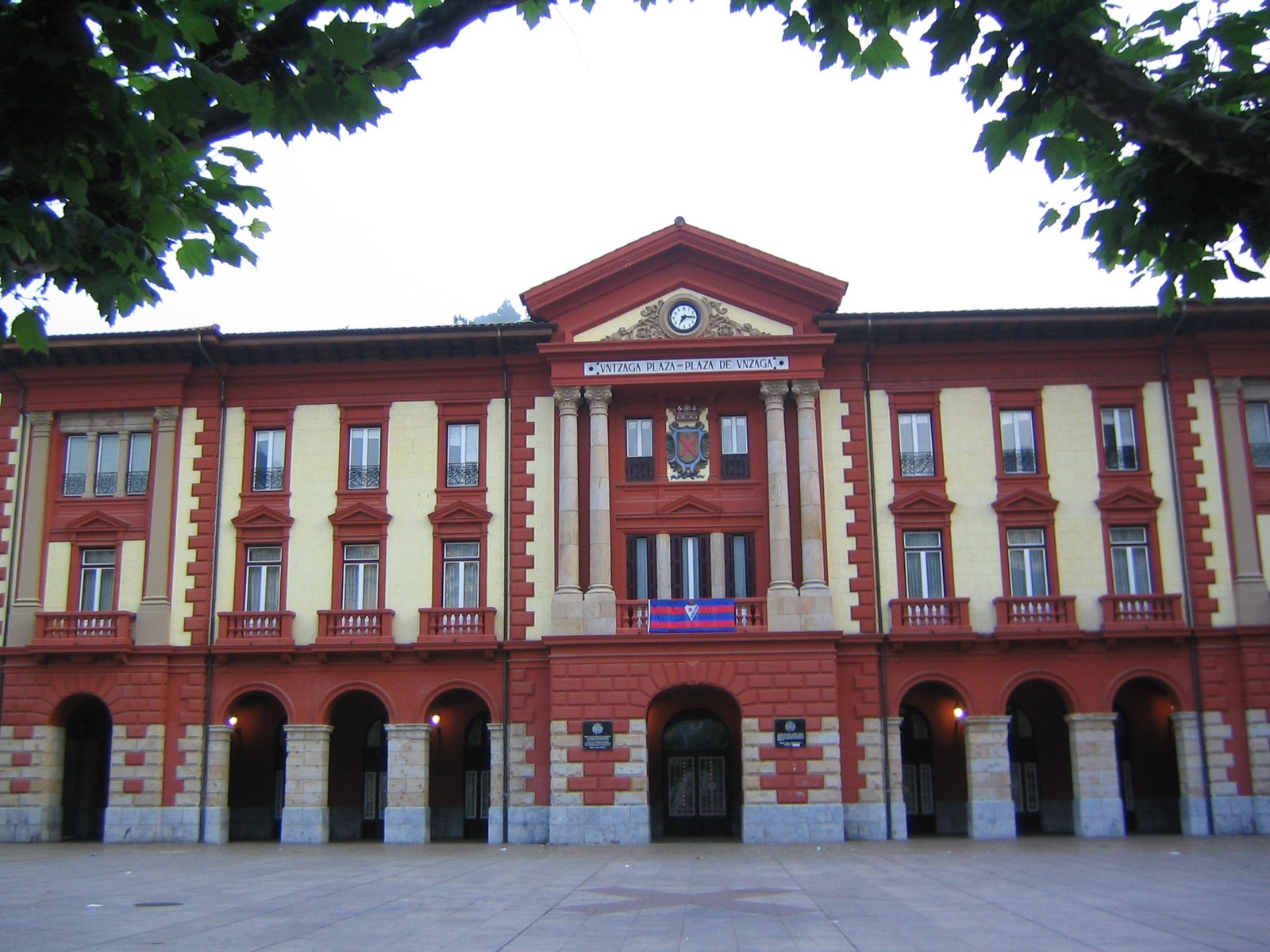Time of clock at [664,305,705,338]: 7:15
